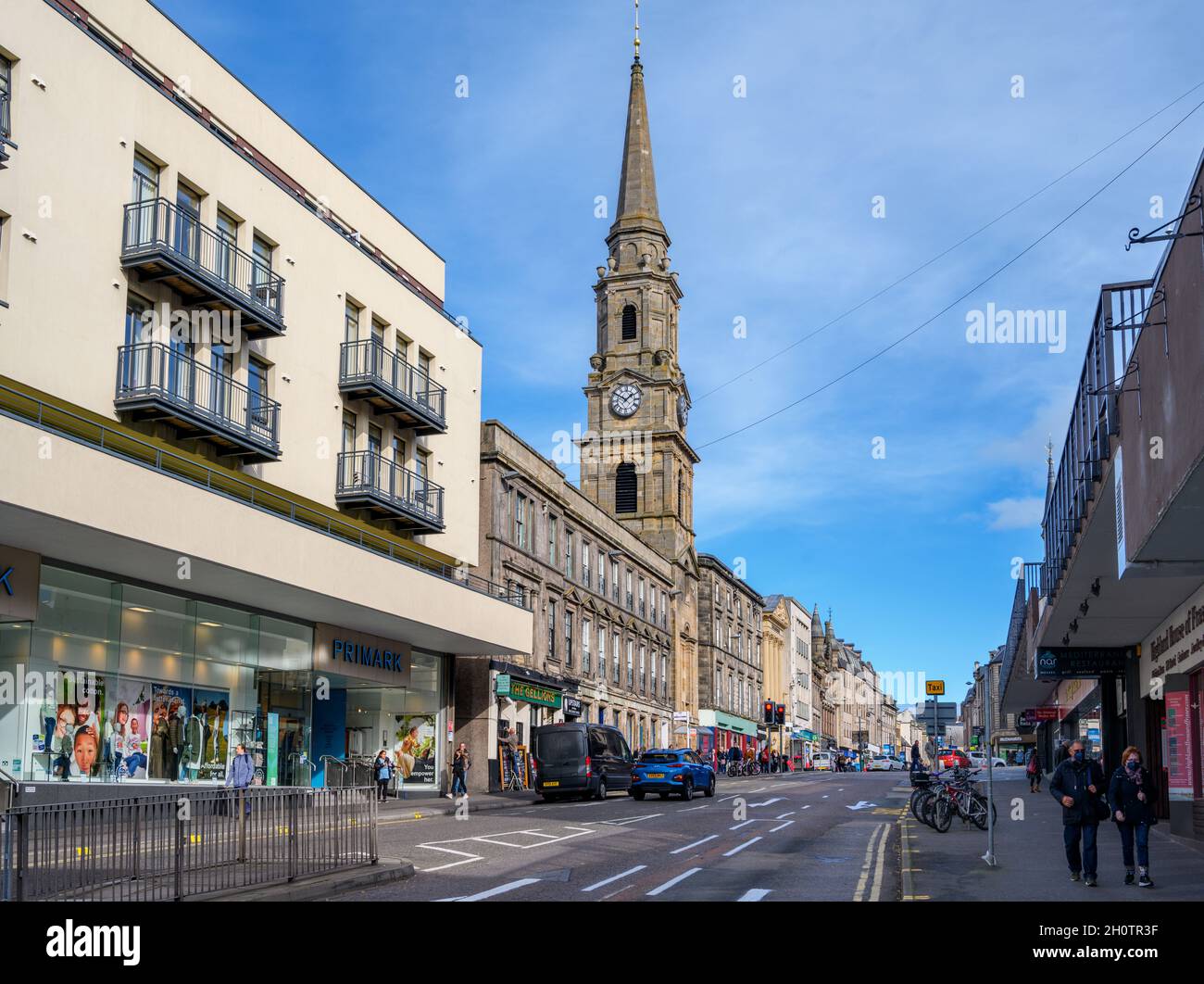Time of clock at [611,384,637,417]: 1:50
